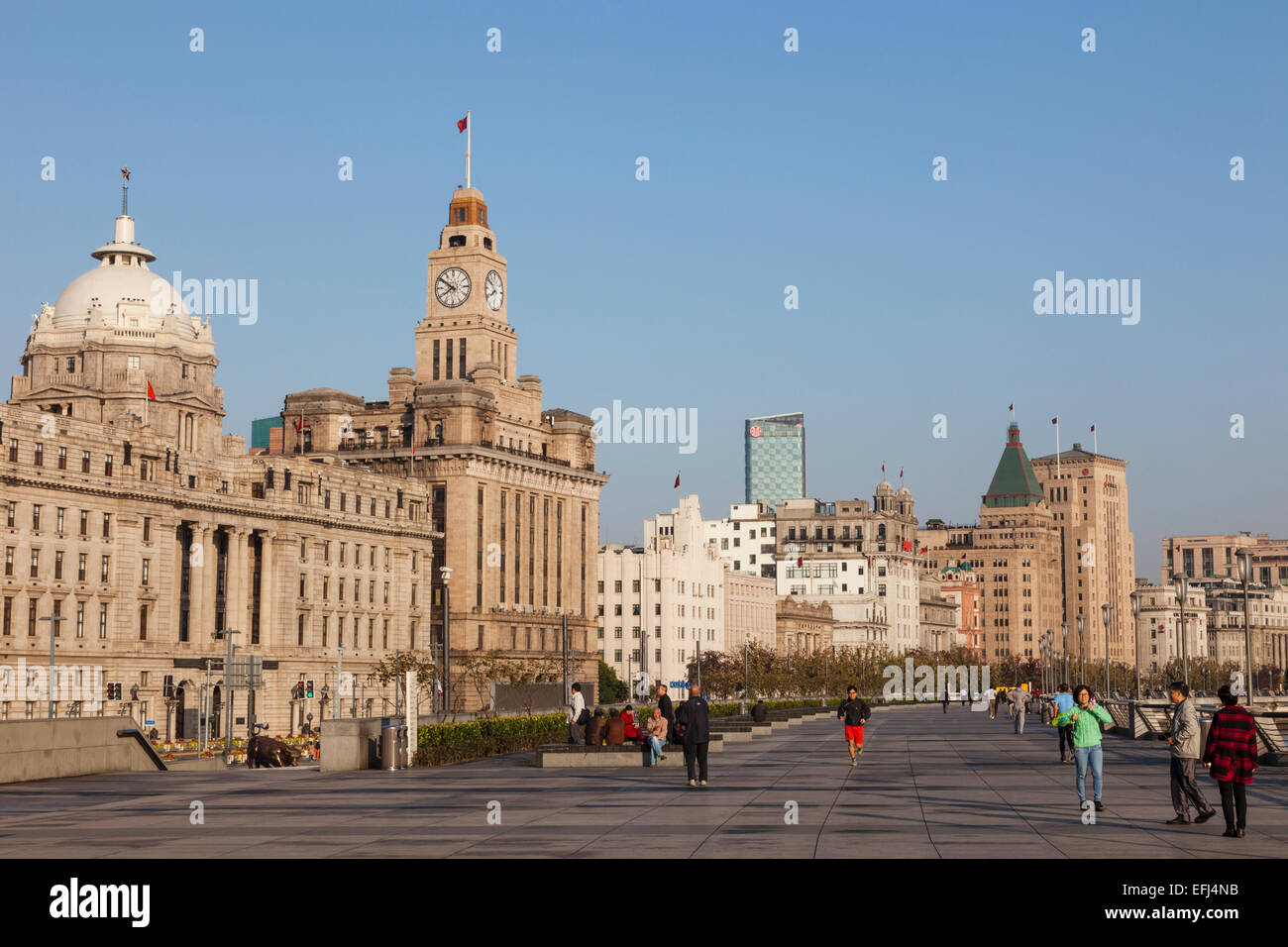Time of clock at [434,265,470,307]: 7:50
